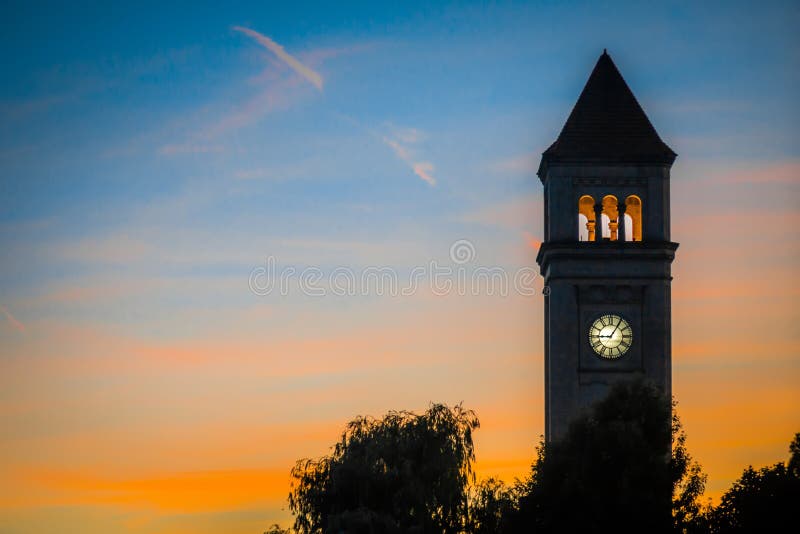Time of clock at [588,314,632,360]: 9:05
